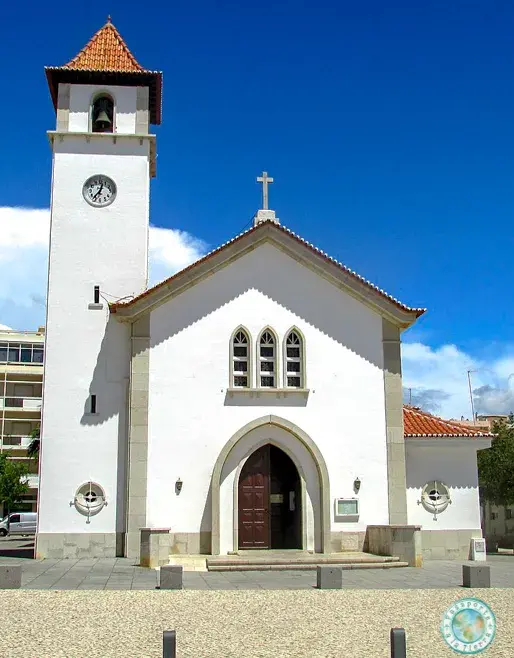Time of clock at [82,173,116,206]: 12:36
